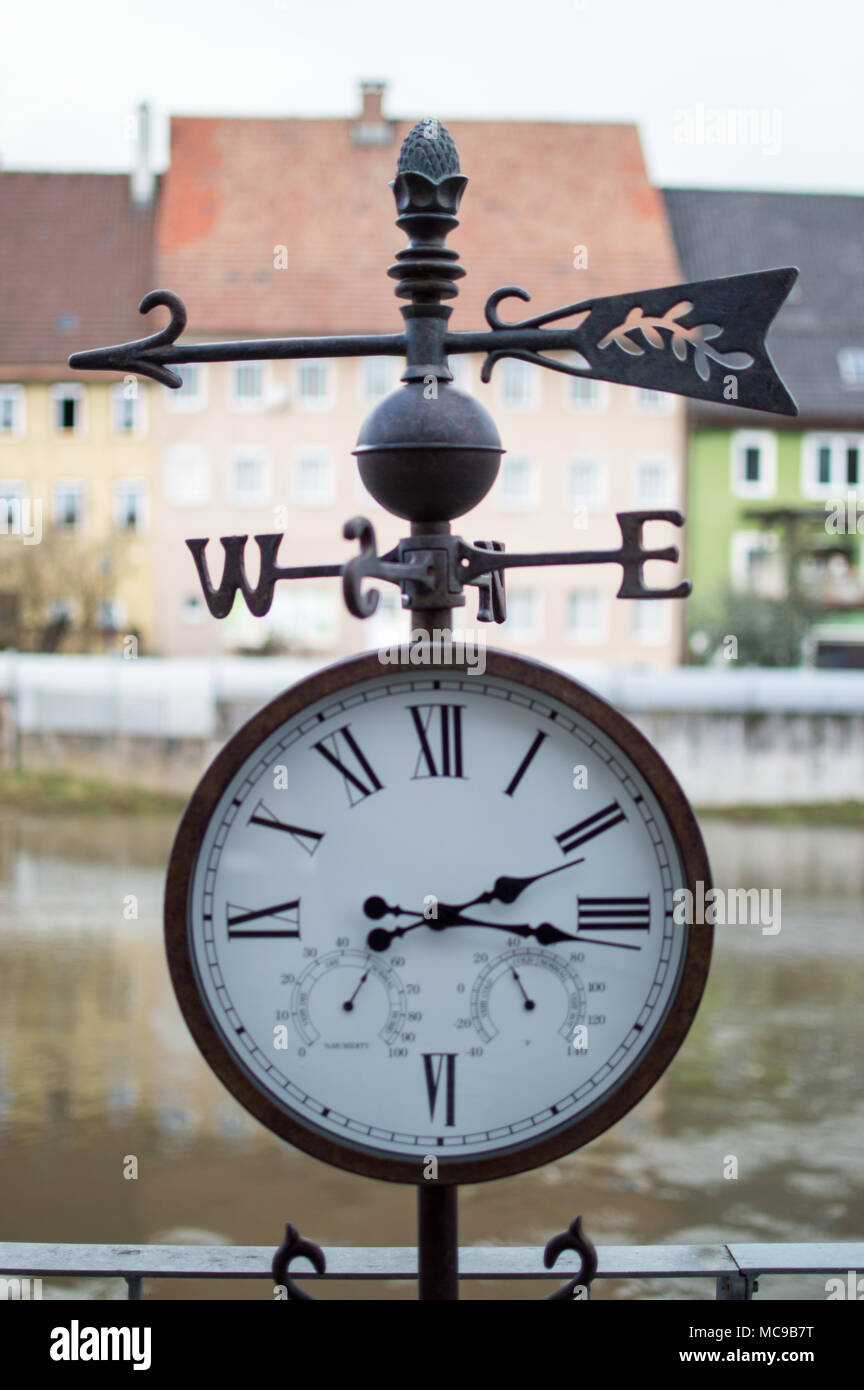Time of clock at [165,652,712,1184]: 2:15
